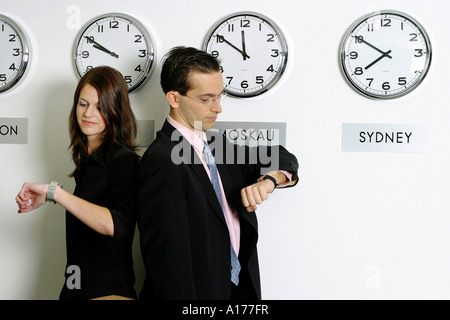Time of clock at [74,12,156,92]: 9:50
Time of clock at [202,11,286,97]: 11:50
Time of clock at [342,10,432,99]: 7:50
